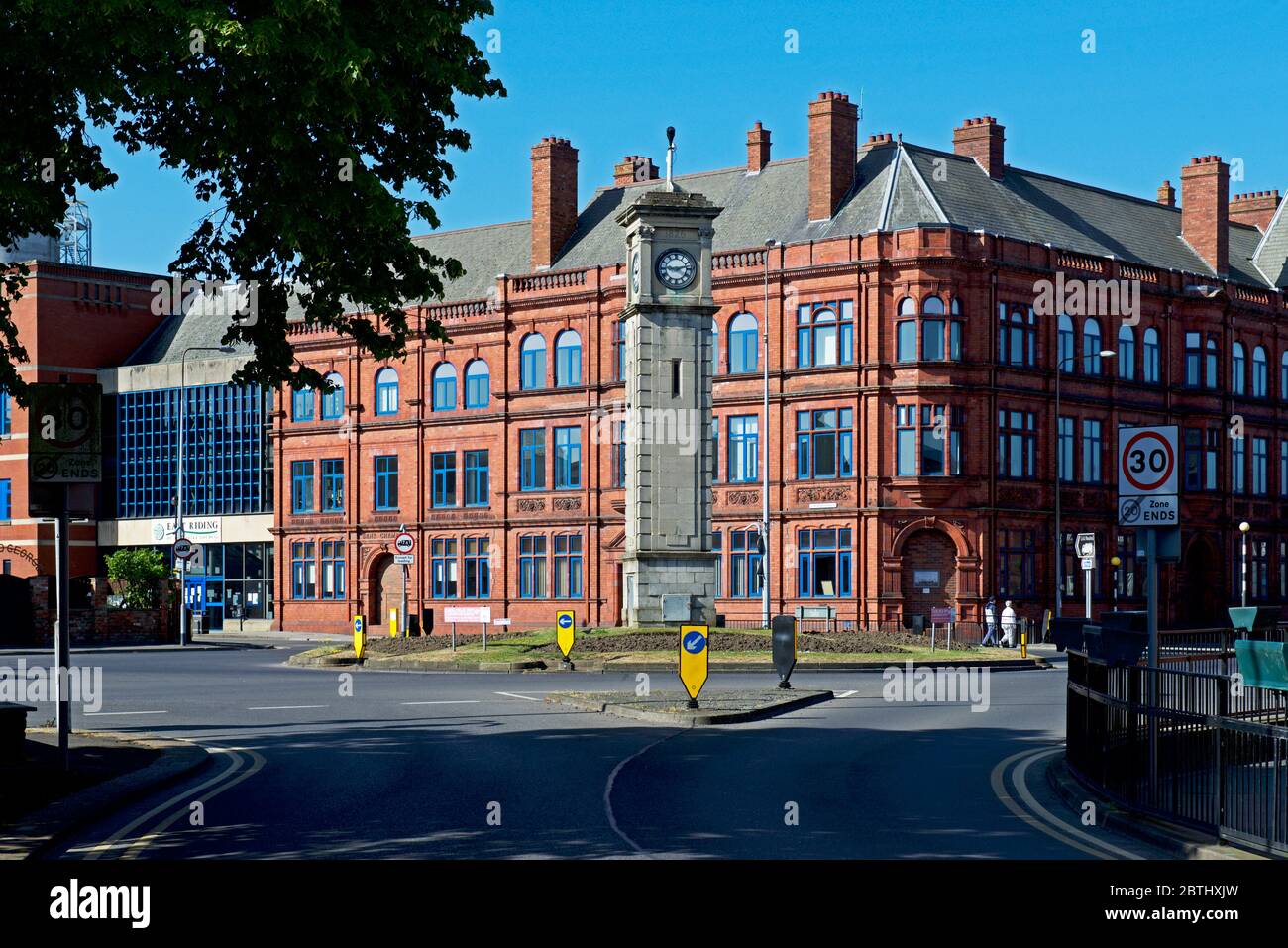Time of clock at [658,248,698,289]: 9:12
